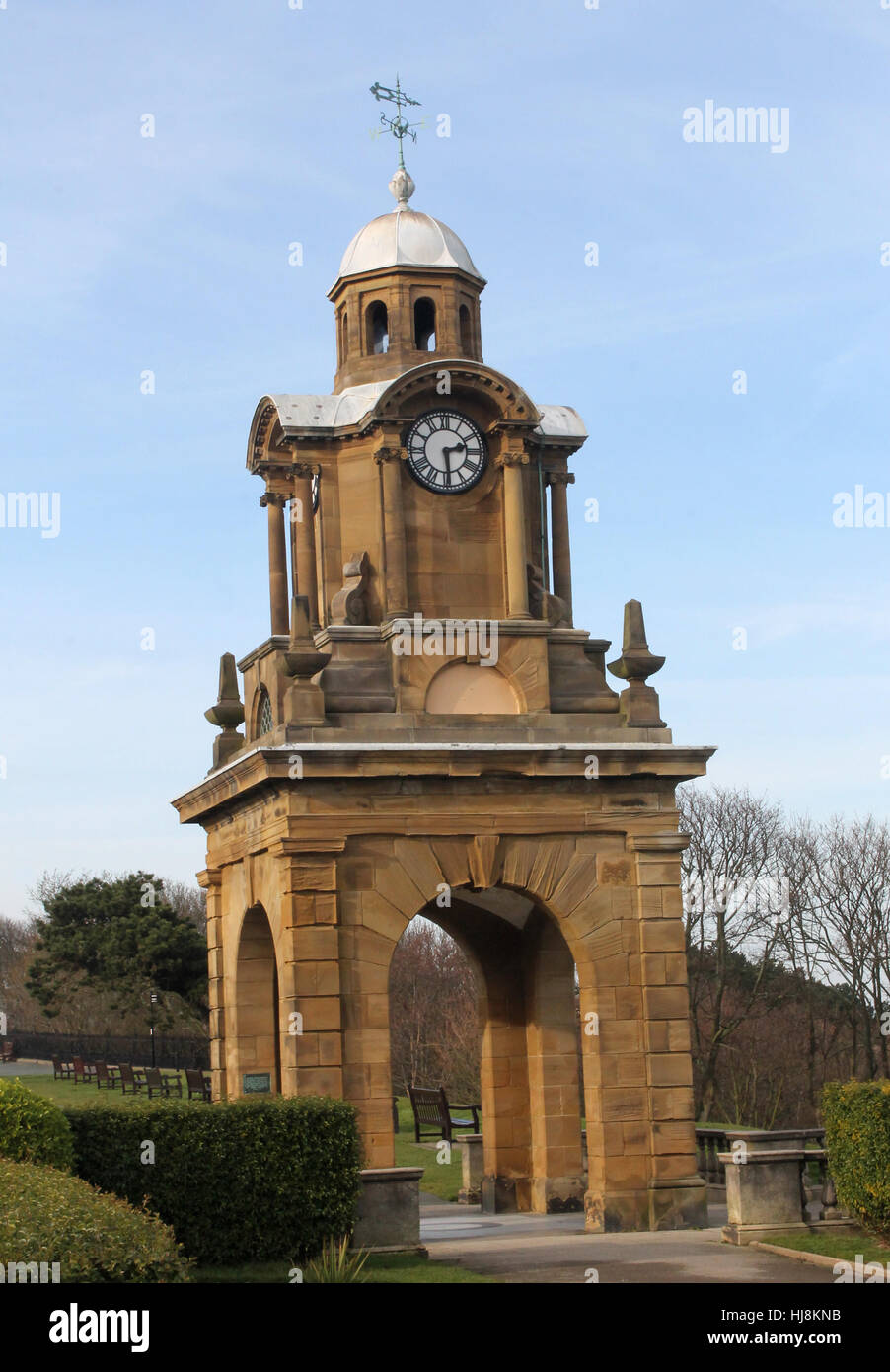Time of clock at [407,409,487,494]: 2:29
